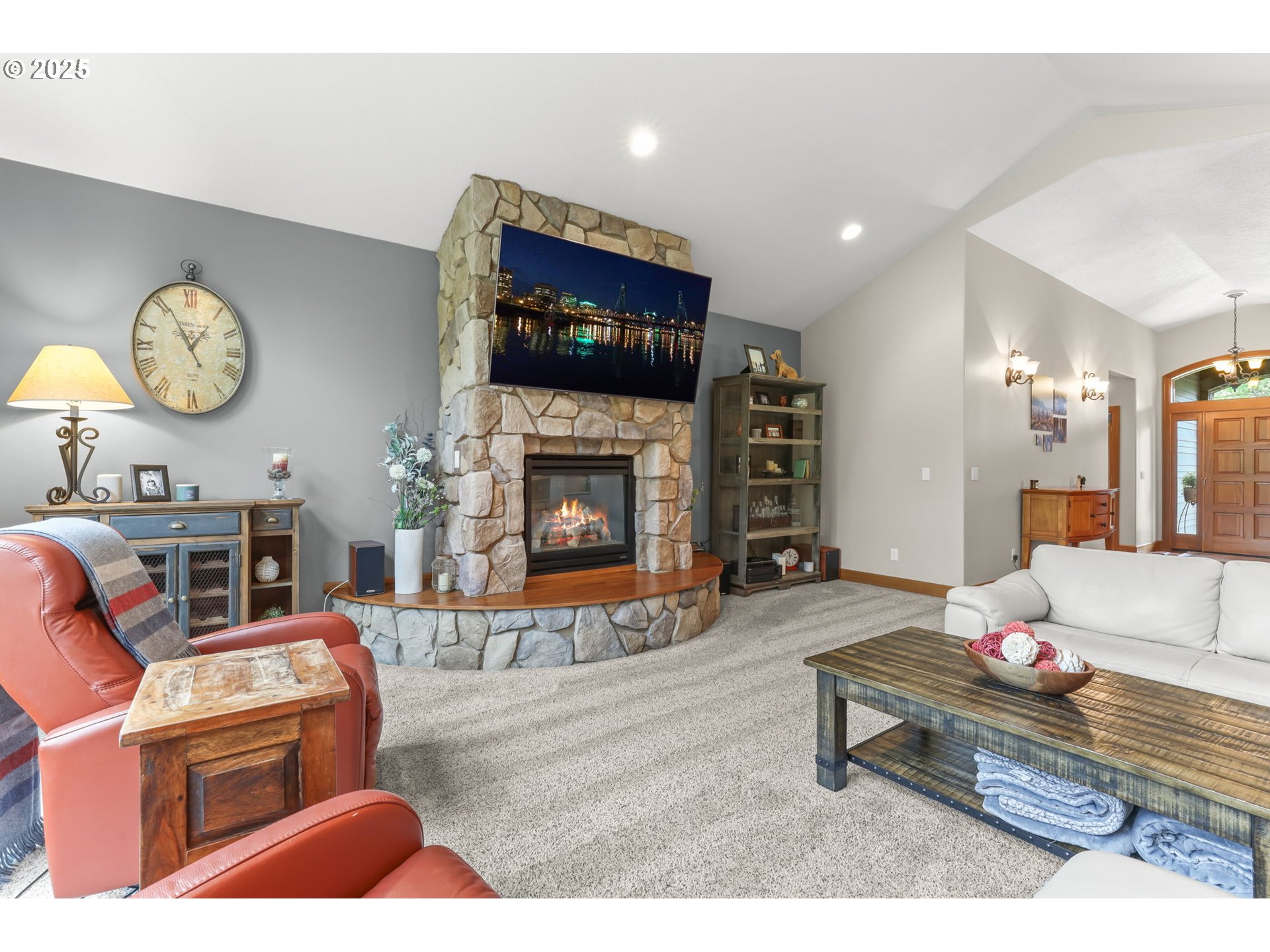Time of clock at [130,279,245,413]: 12:55
